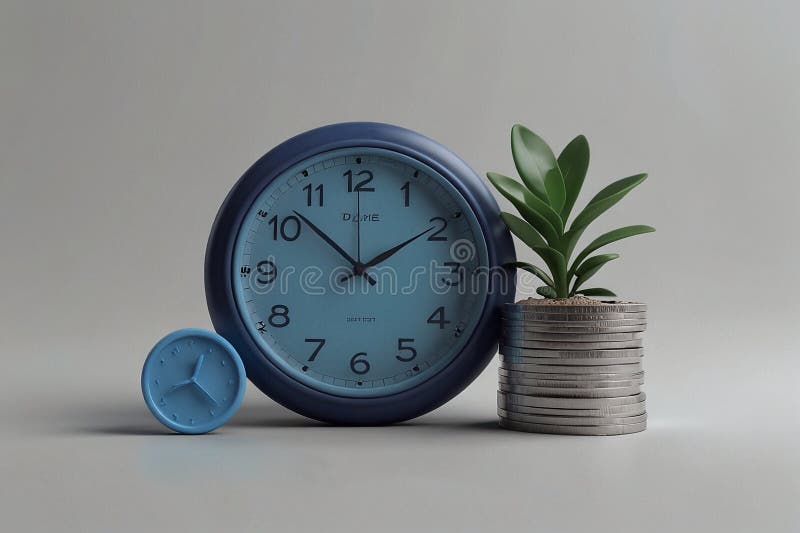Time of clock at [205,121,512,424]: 1:51
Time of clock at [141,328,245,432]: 12:41
